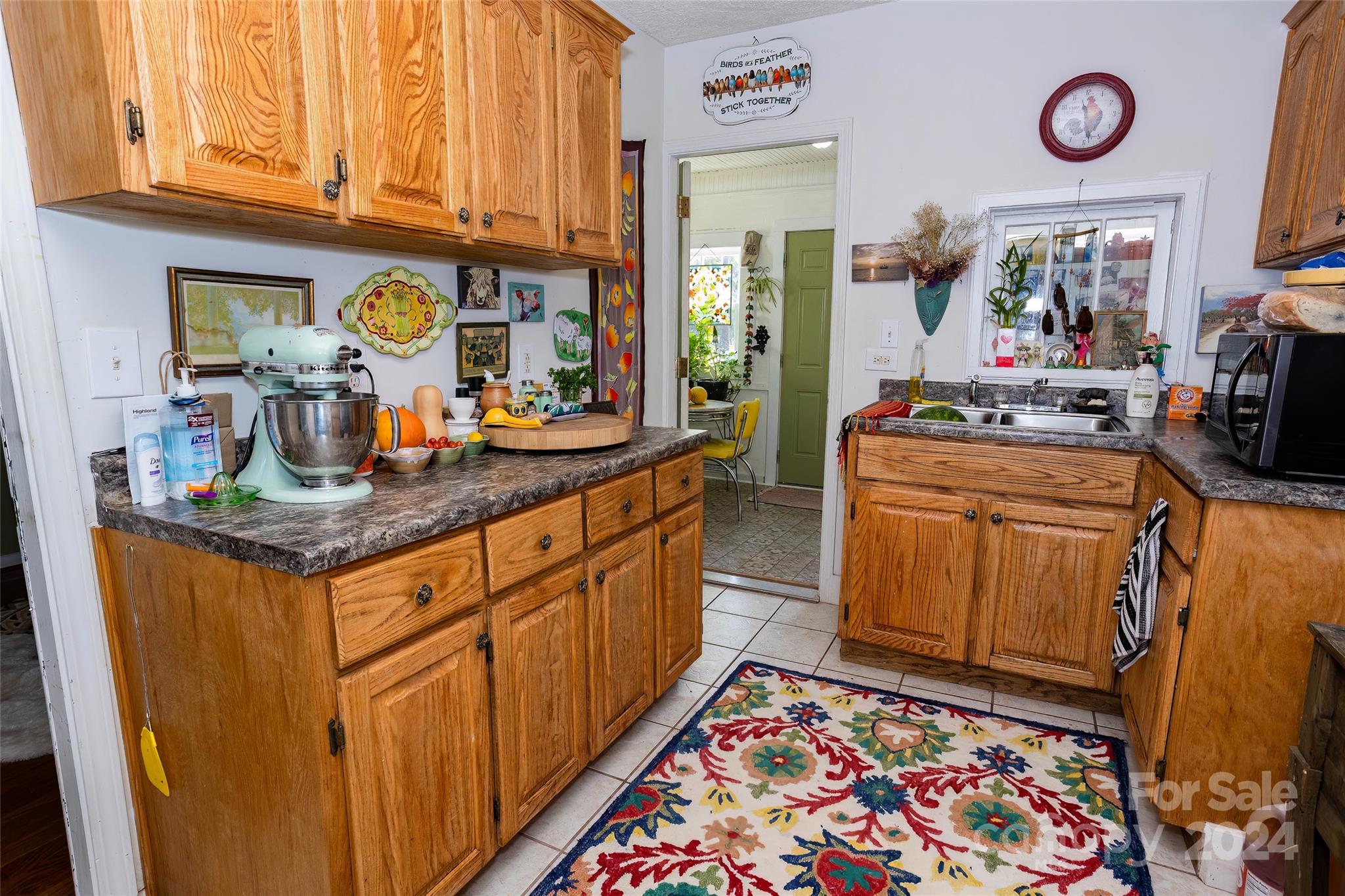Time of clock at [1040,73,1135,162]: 11:28
